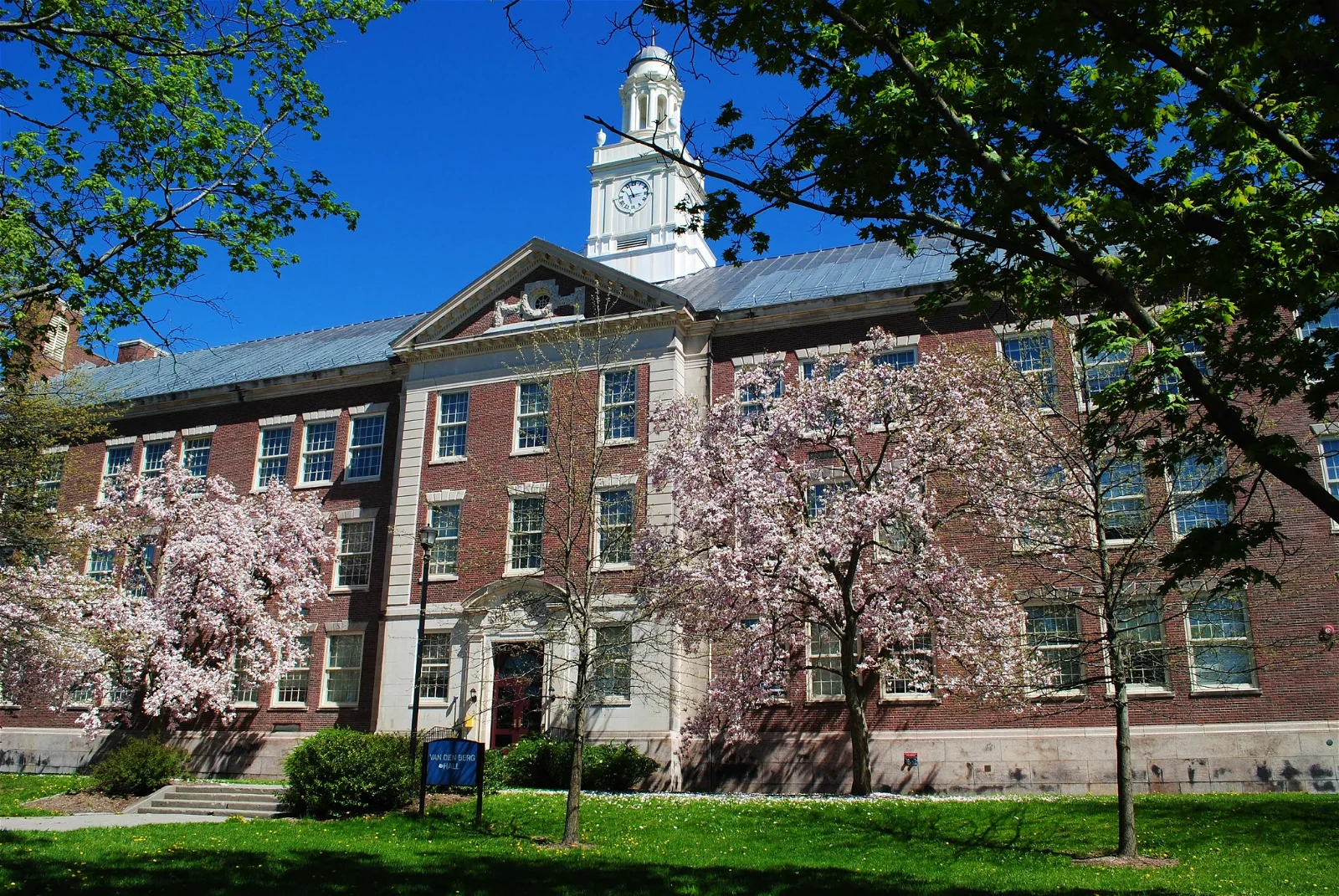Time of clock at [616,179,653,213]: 2:56
